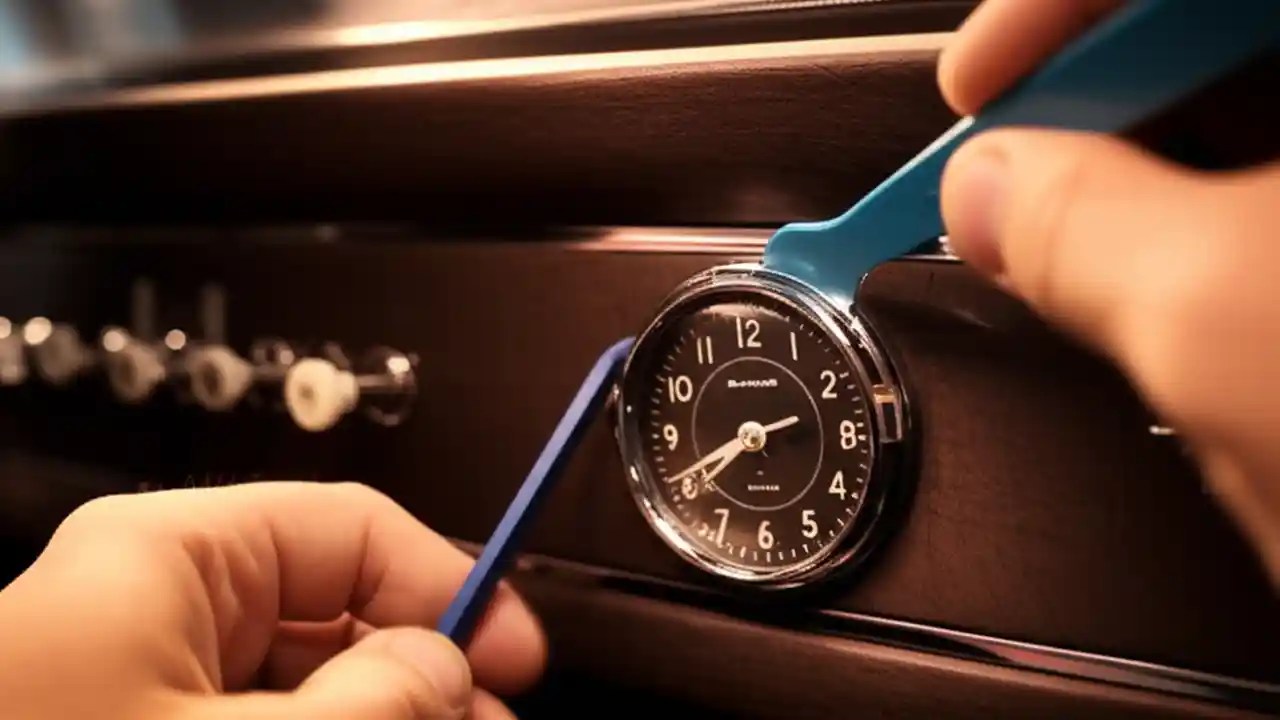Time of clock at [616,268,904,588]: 7:40
